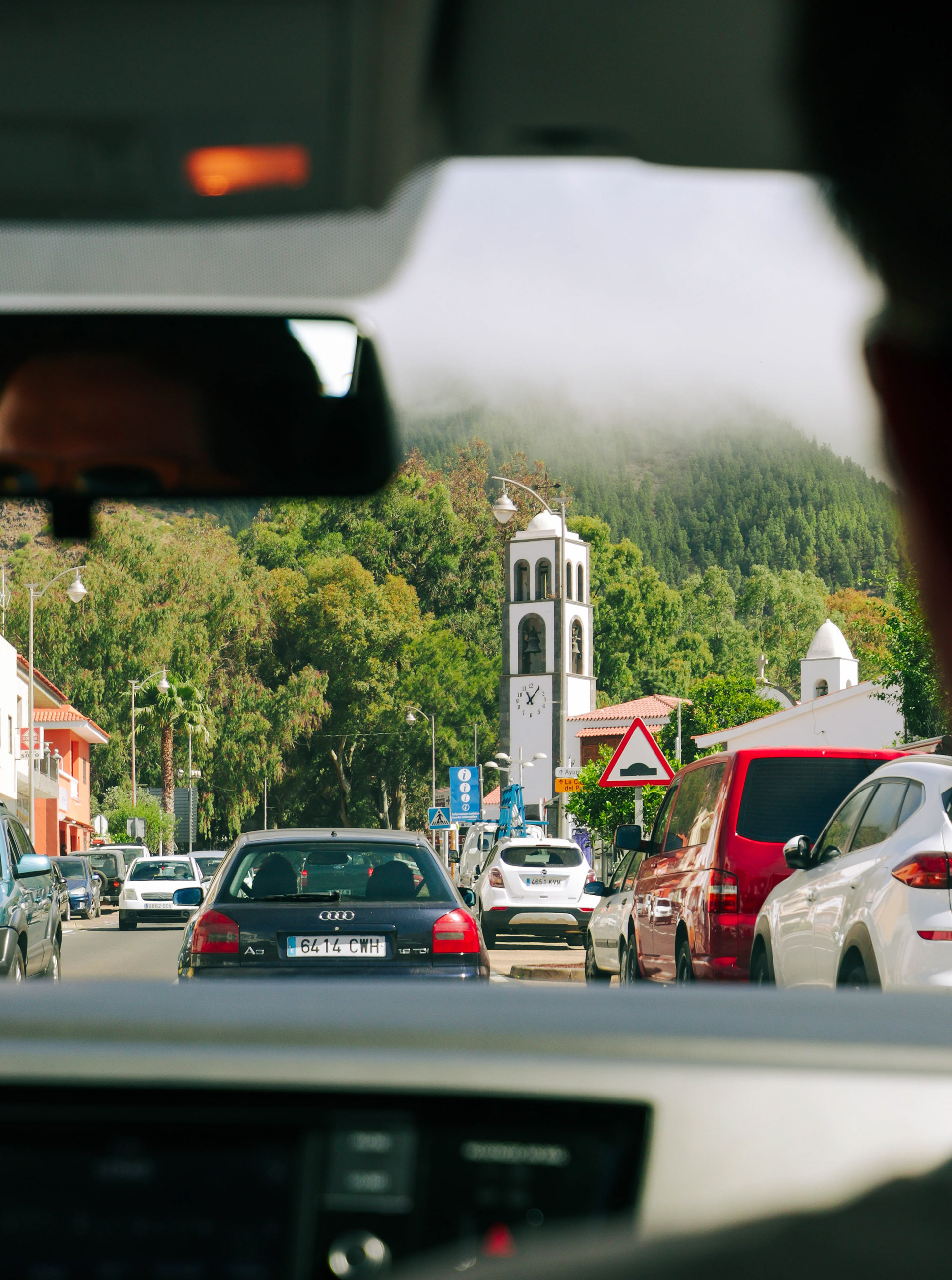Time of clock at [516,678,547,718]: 11:06
